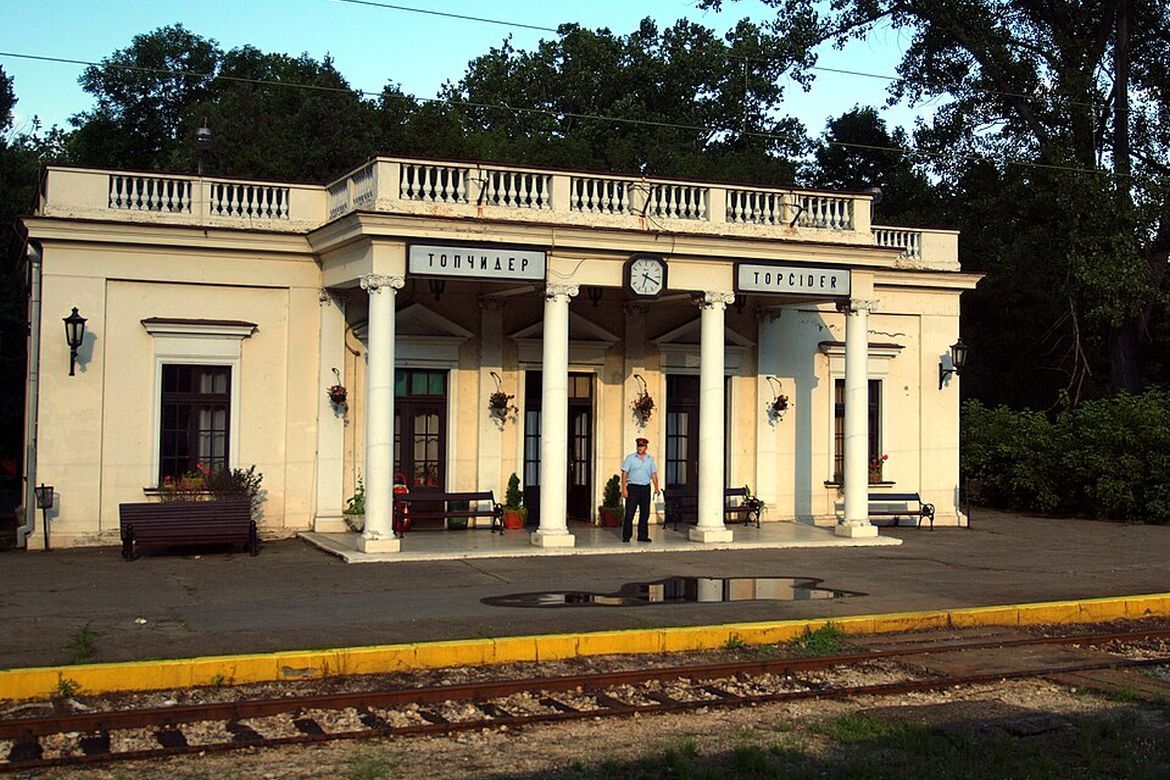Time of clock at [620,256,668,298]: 6:19
